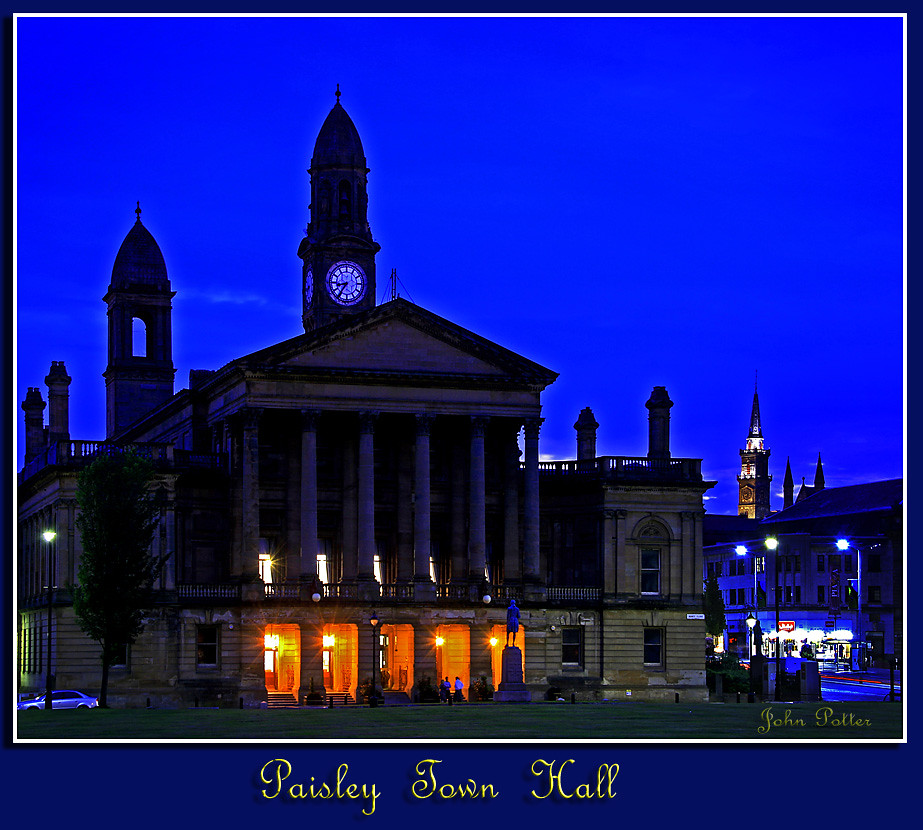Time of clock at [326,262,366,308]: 8:35
